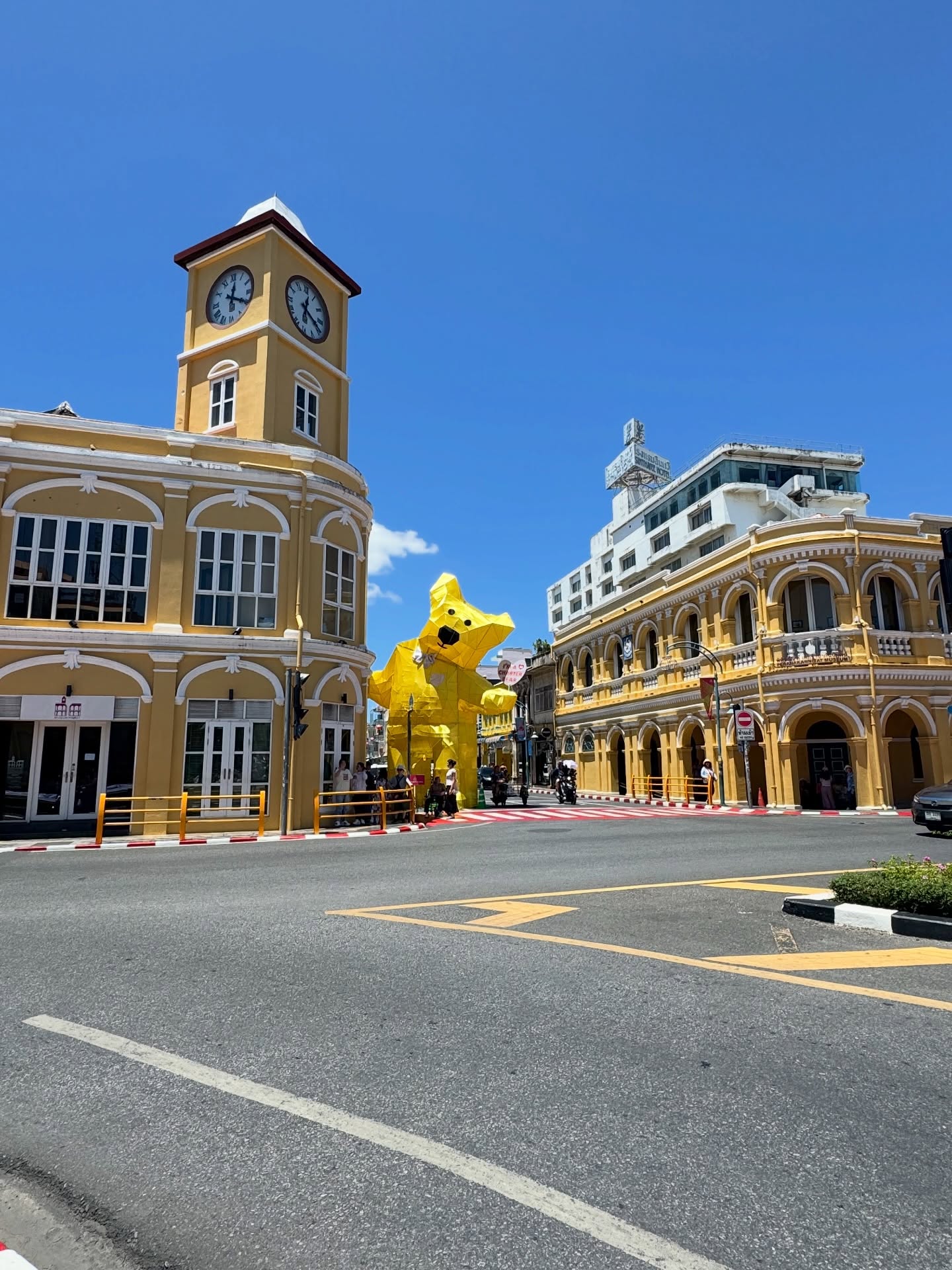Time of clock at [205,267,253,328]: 12:19
